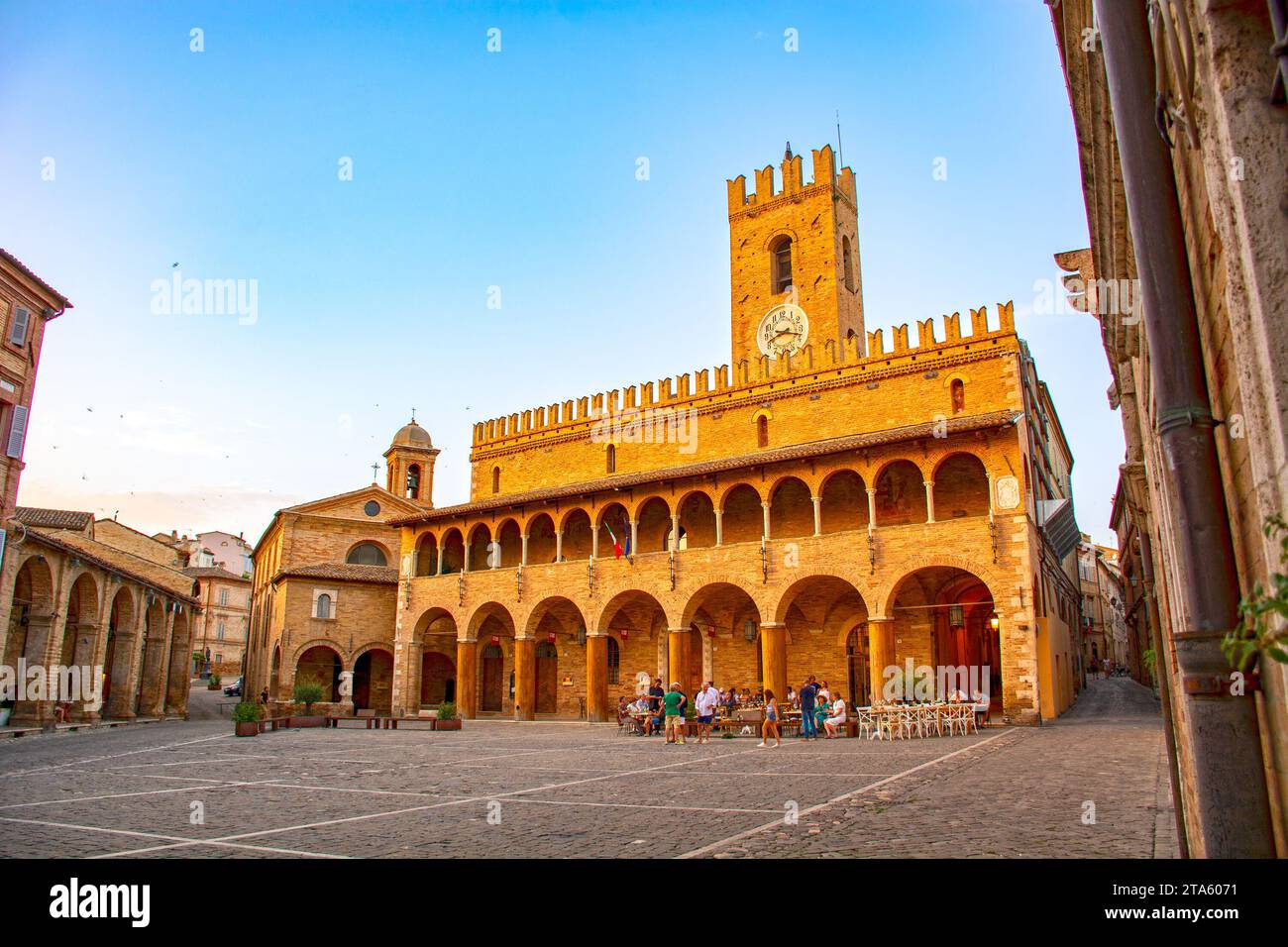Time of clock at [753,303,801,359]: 8:17
